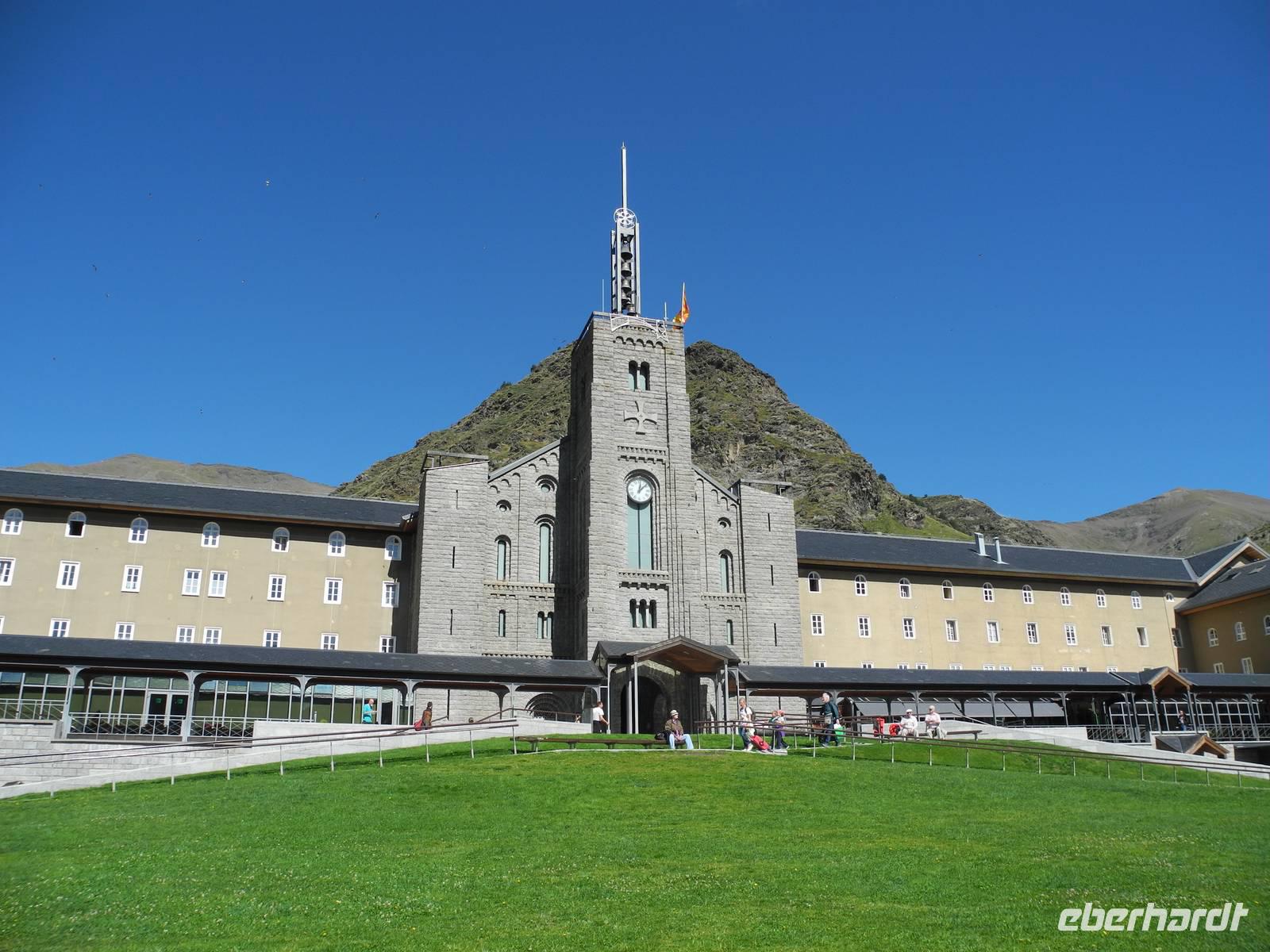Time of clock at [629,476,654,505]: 12:07
